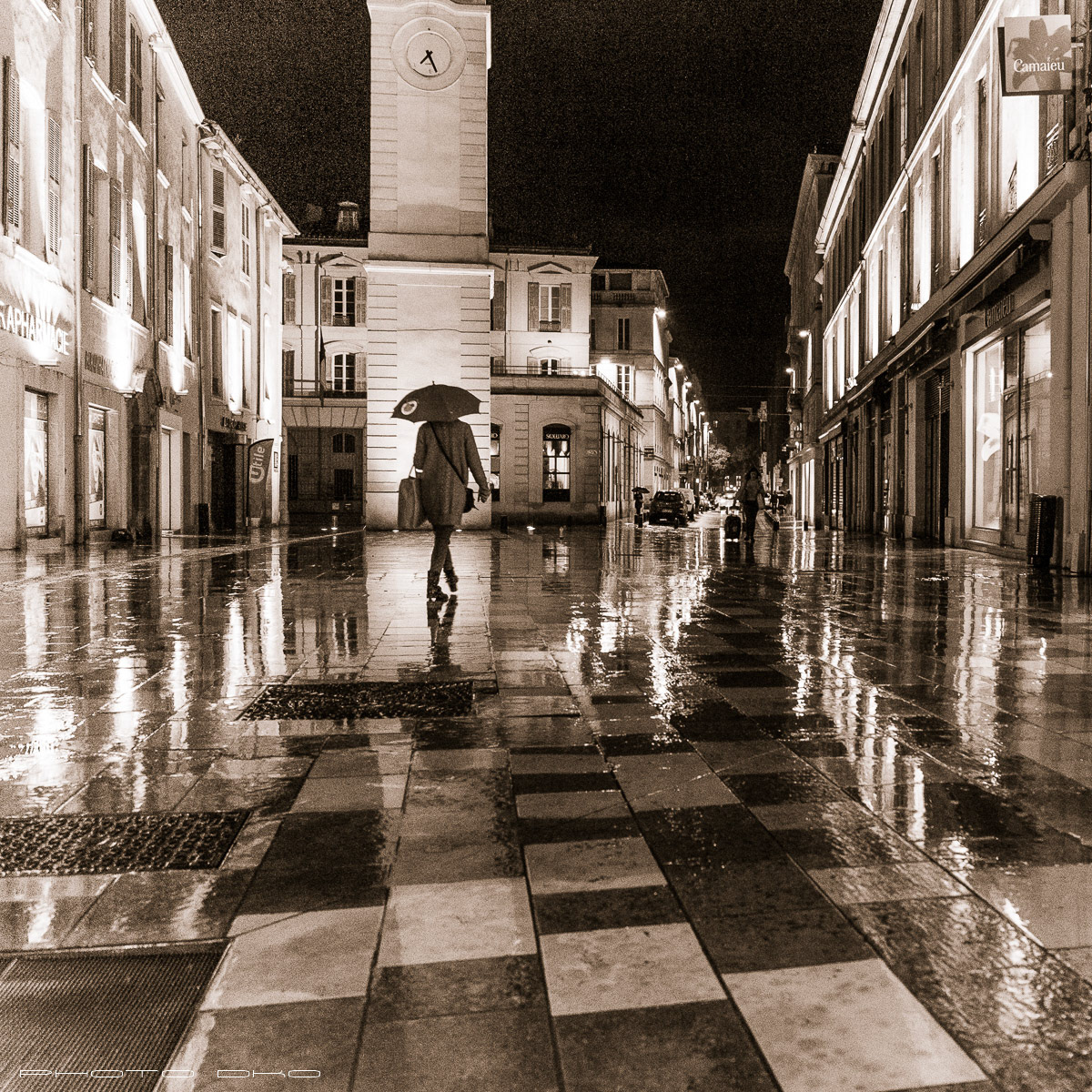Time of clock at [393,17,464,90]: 7:25
